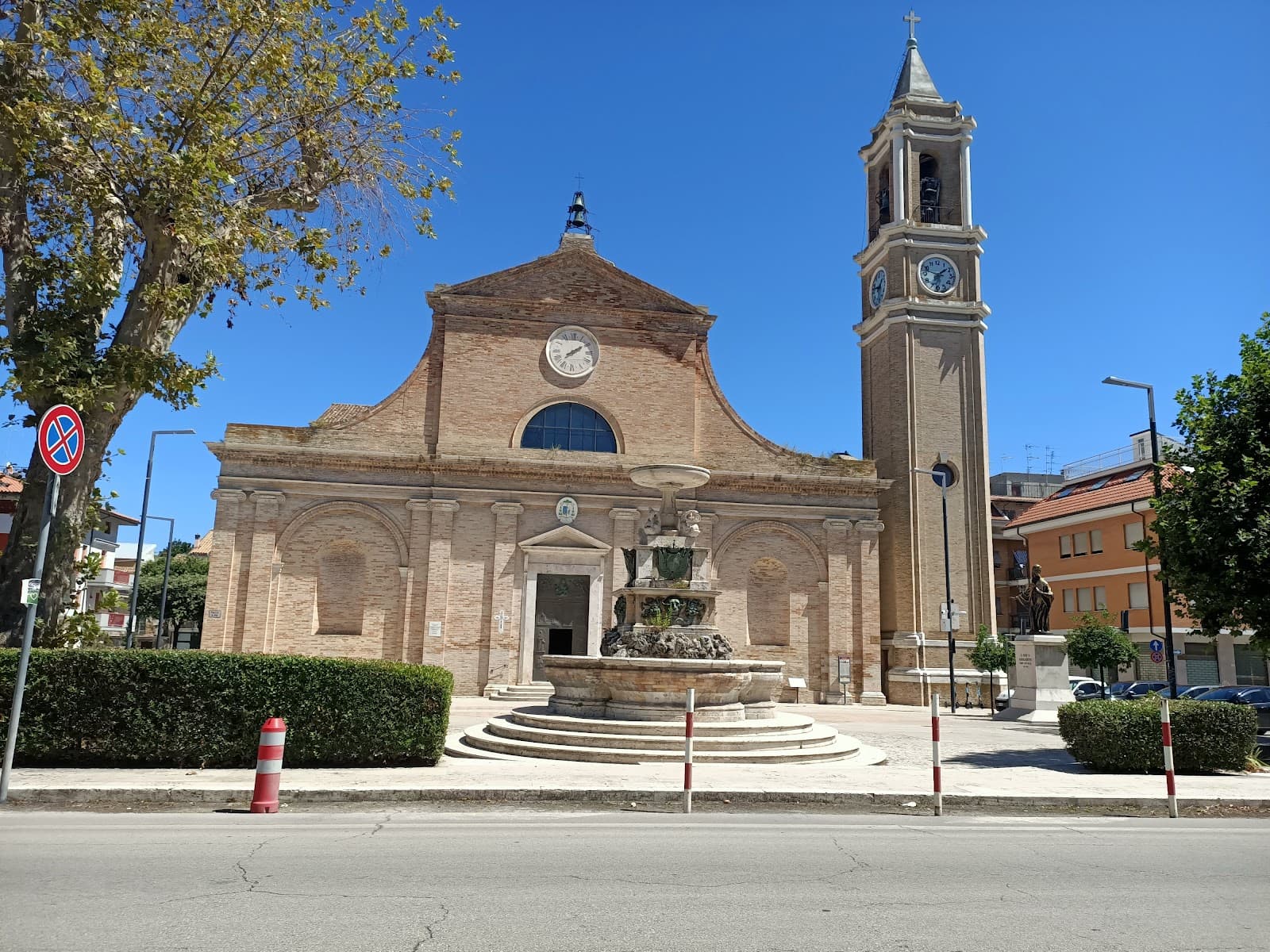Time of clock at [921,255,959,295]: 1:47
